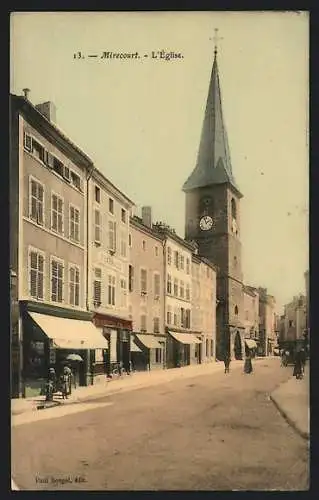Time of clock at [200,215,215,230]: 1:56
